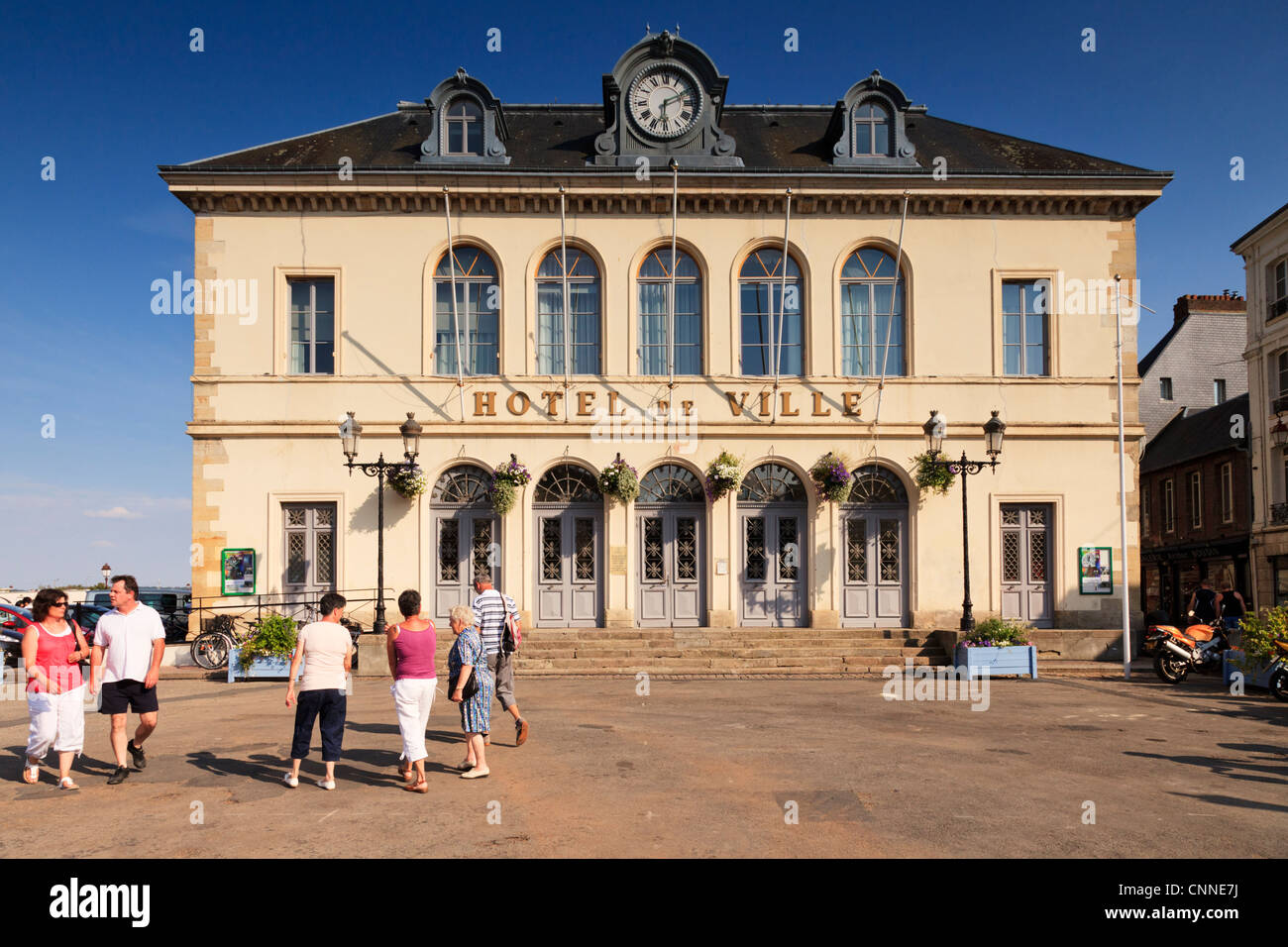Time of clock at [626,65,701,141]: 6:10
